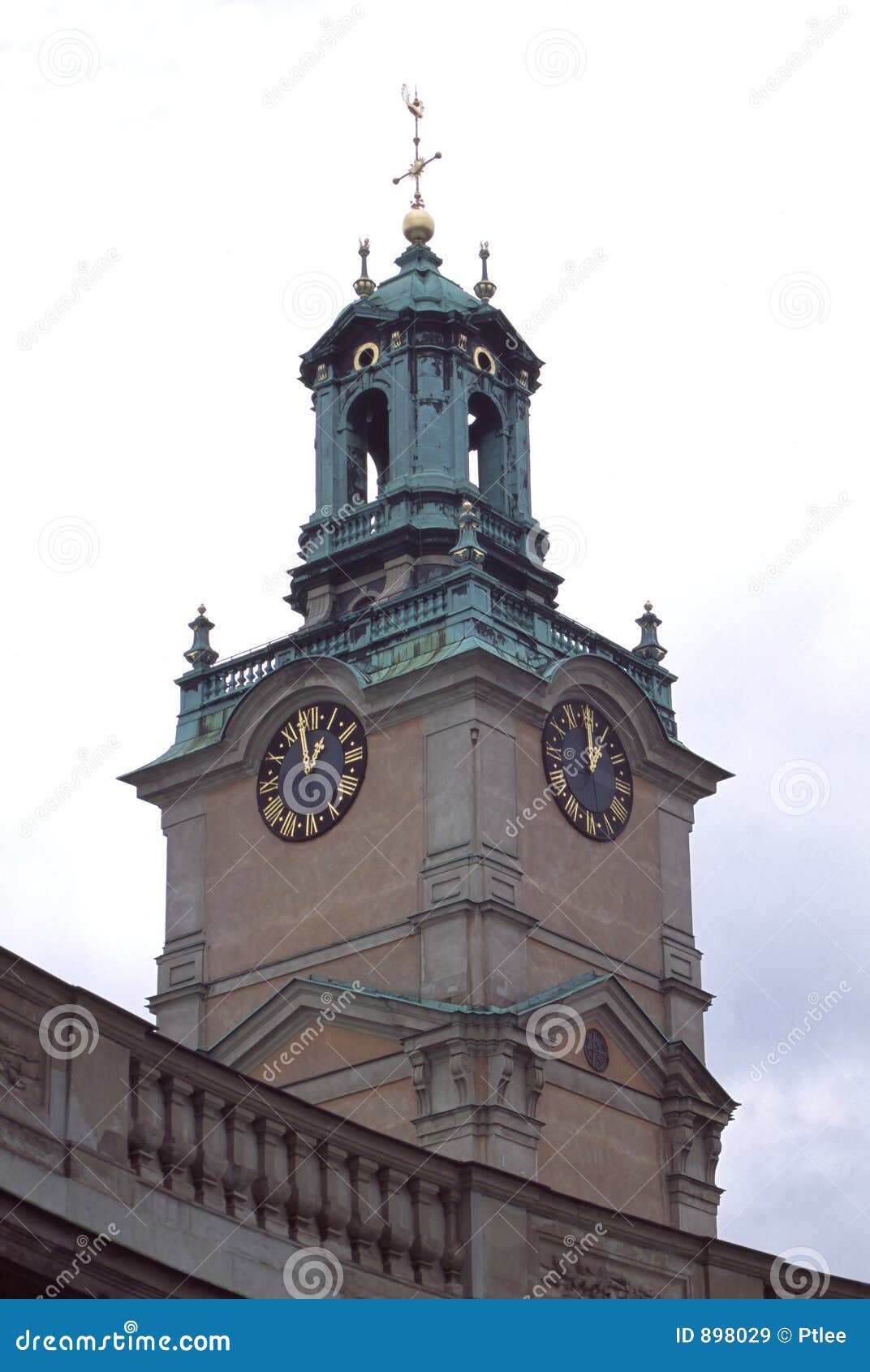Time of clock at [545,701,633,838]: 1:00
